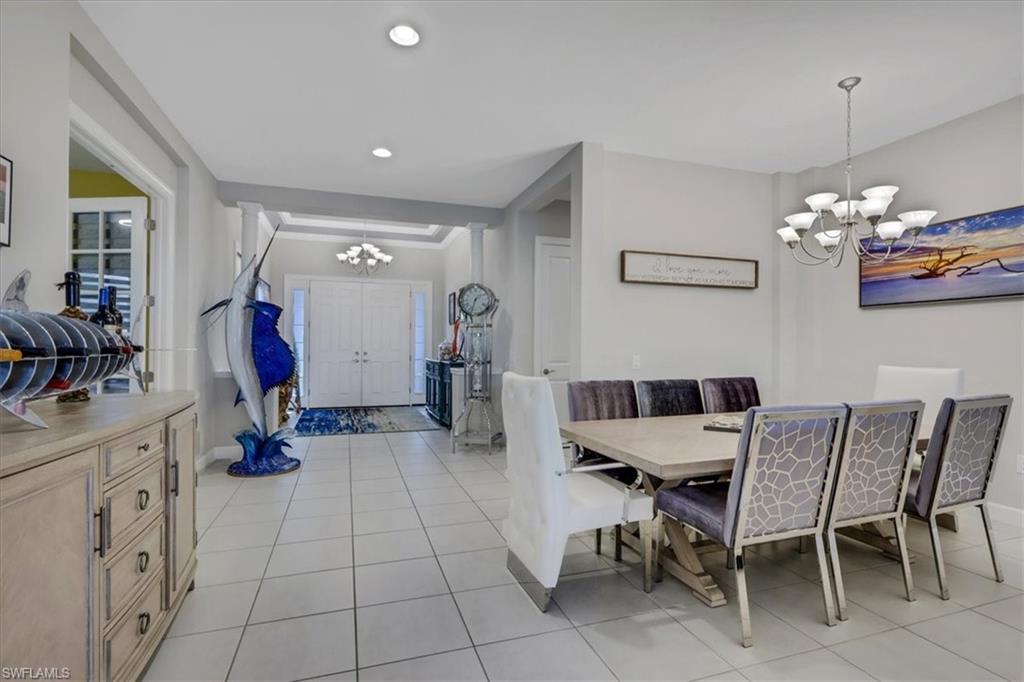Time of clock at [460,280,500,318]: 1:32
